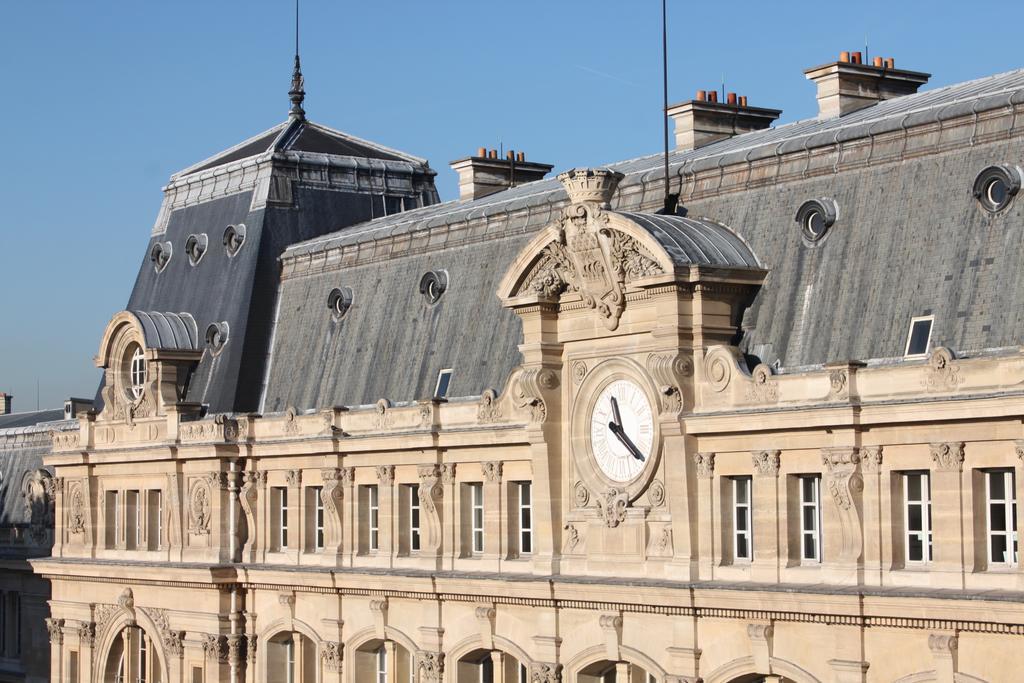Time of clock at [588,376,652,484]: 11:20
